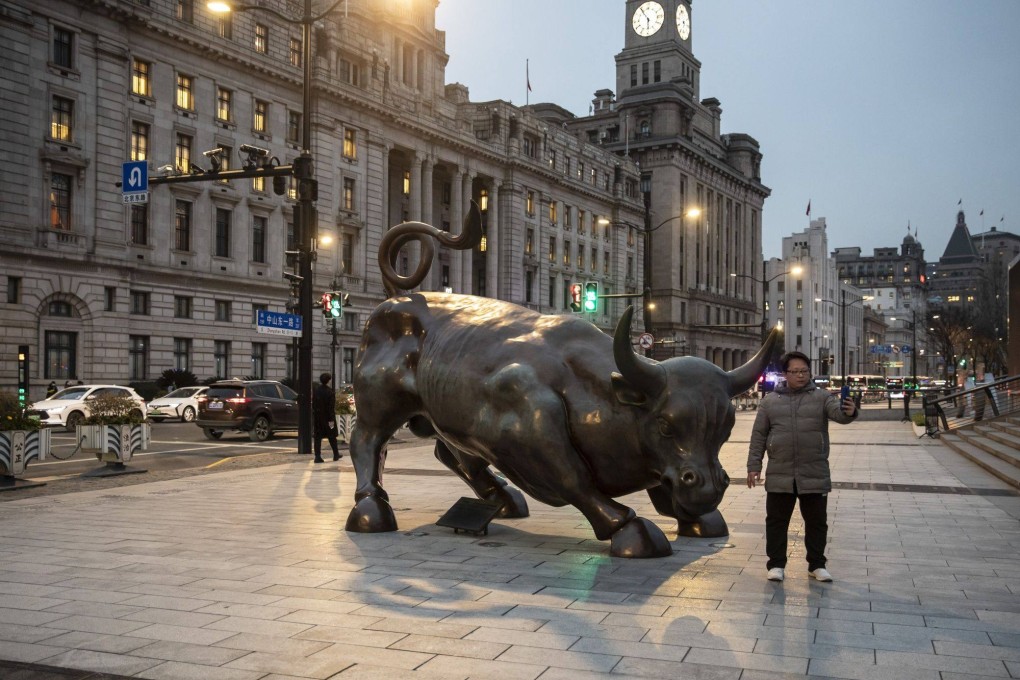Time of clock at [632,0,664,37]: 5:54
